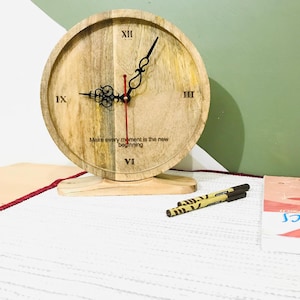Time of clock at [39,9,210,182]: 9:05
